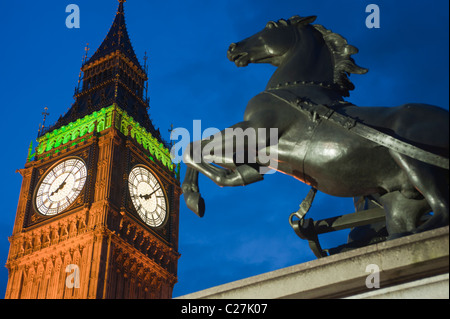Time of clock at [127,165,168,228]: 8:06
